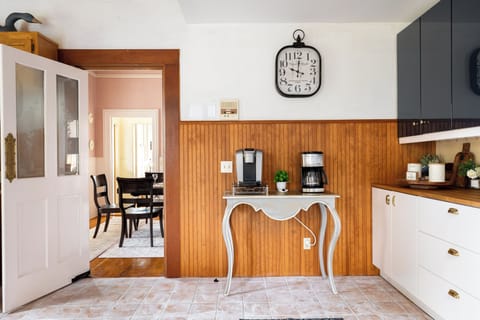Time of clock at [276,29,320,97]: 10:00
